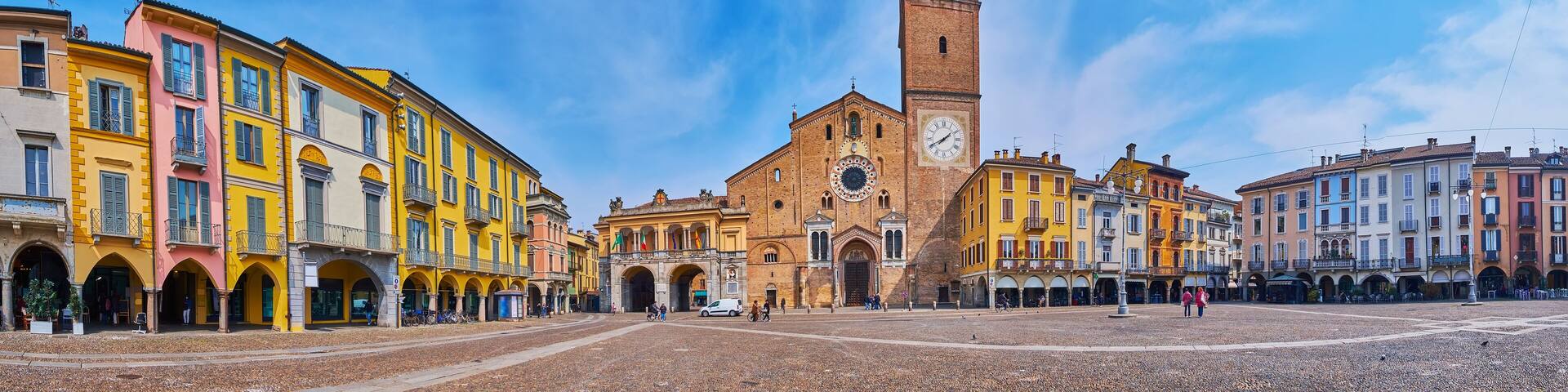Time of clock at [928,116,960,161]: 1:40
